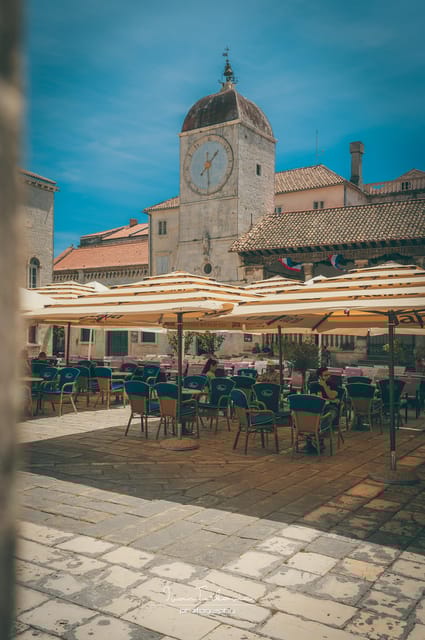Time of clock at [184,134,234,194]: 1:29
